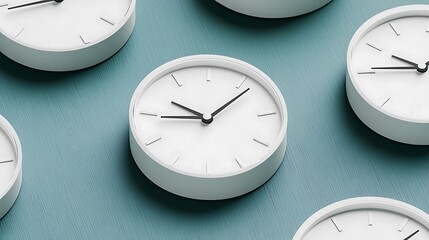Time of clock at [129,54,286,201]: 10:07
